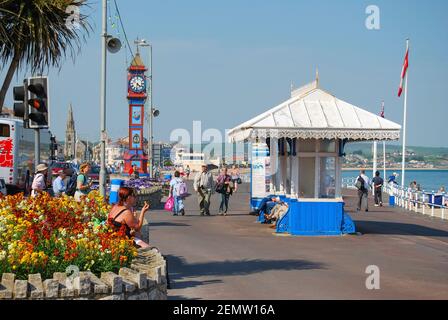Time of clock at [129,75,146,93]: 4:31
